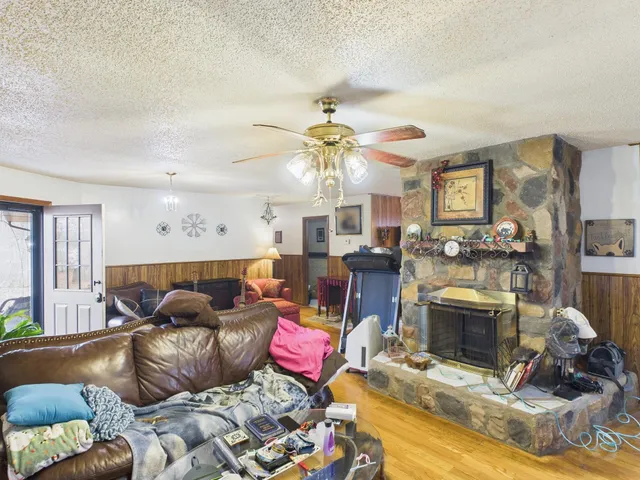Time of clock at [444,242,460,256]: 10:34
